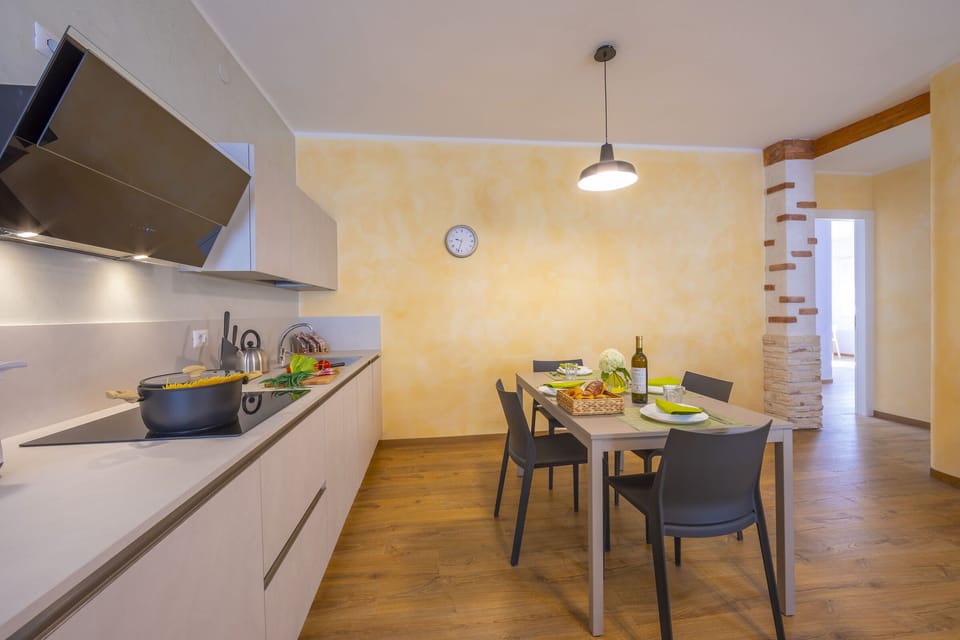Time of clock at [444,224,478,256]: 9:33
